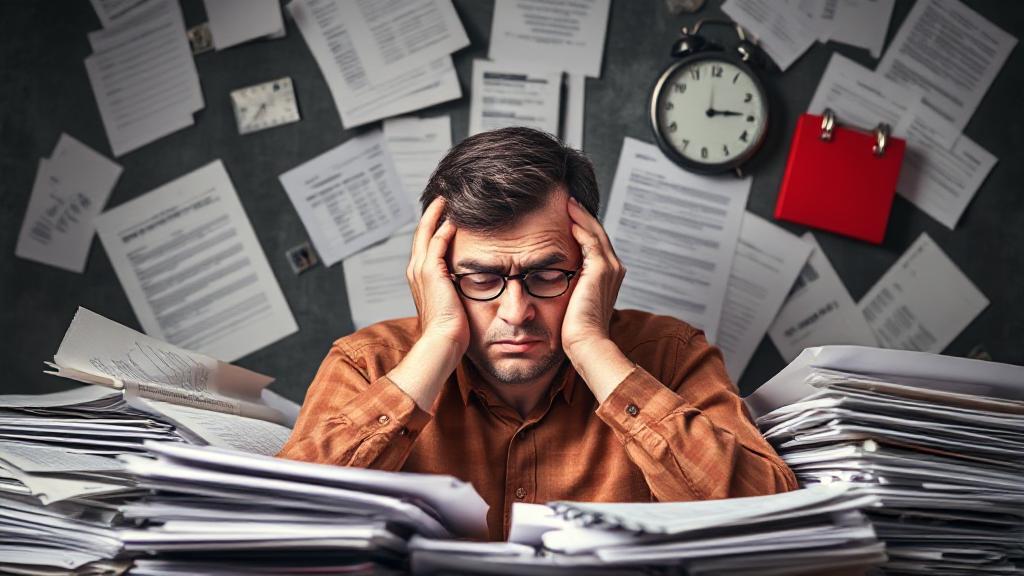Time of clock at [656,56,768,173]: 2:59
